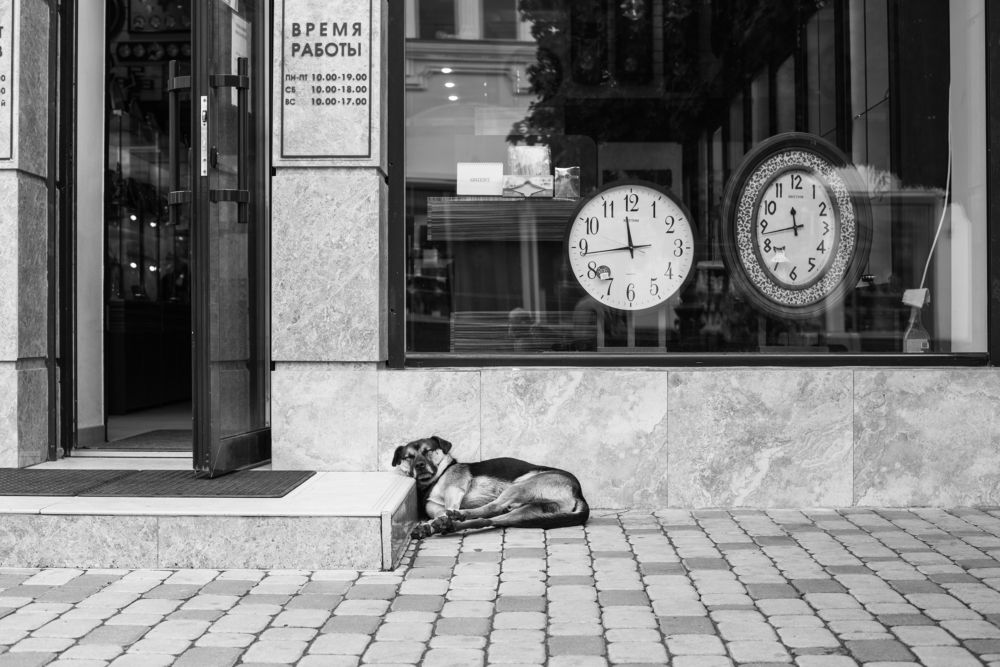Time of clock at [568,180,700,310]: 11:43
